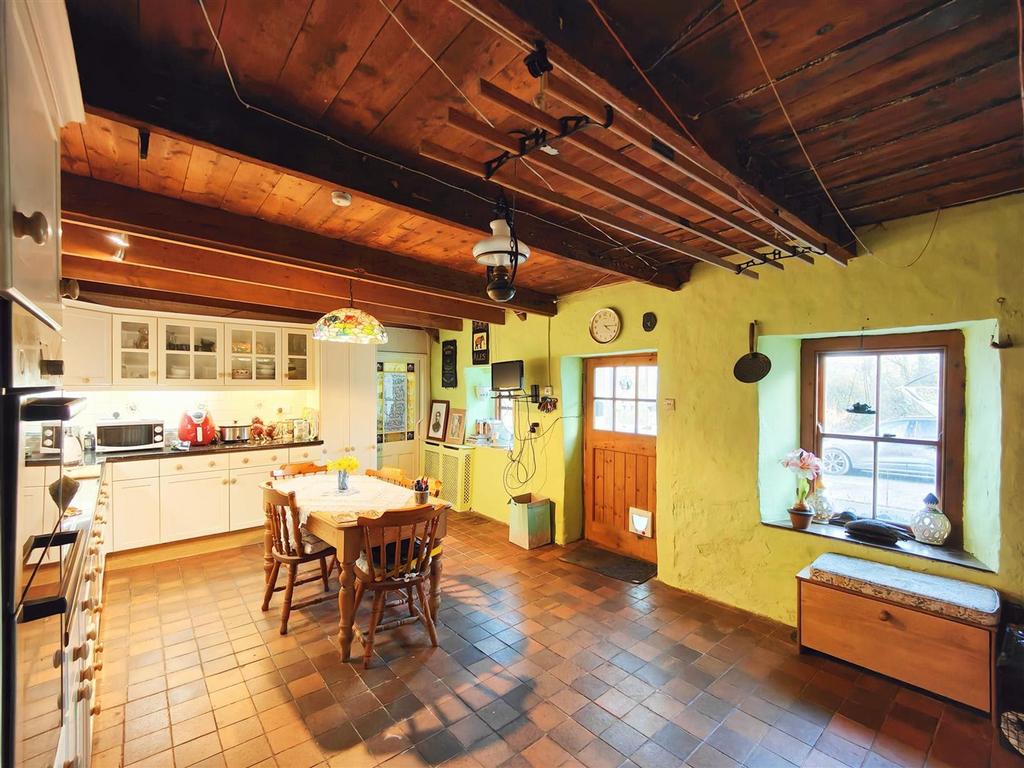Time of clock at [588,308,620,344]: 4:14
